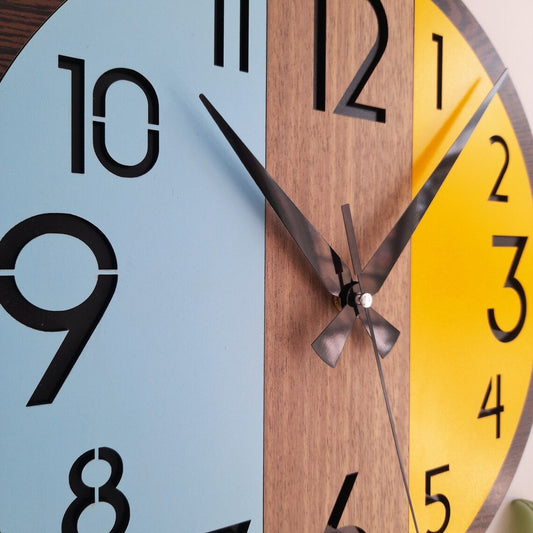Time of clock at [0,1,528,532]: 1:52
